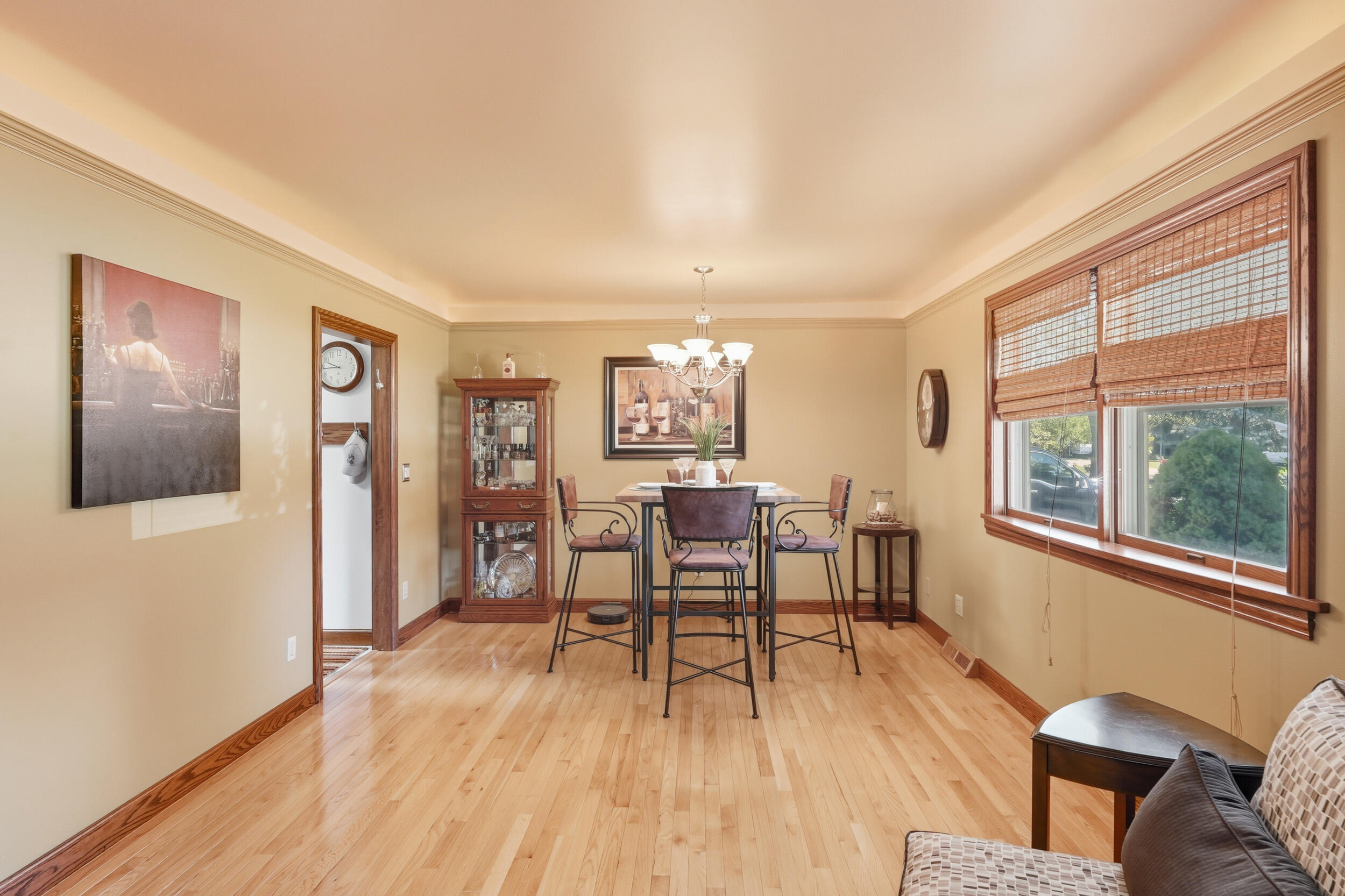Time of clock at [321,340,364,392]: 9:43
